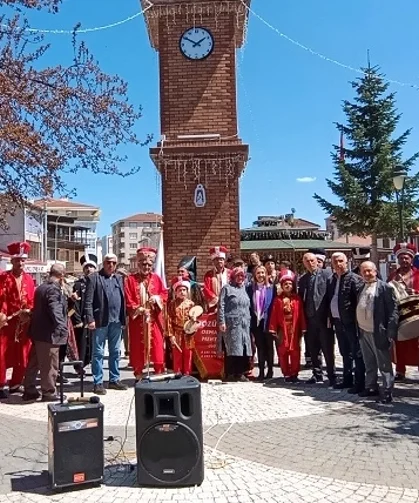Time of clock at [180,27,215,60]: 1:50
